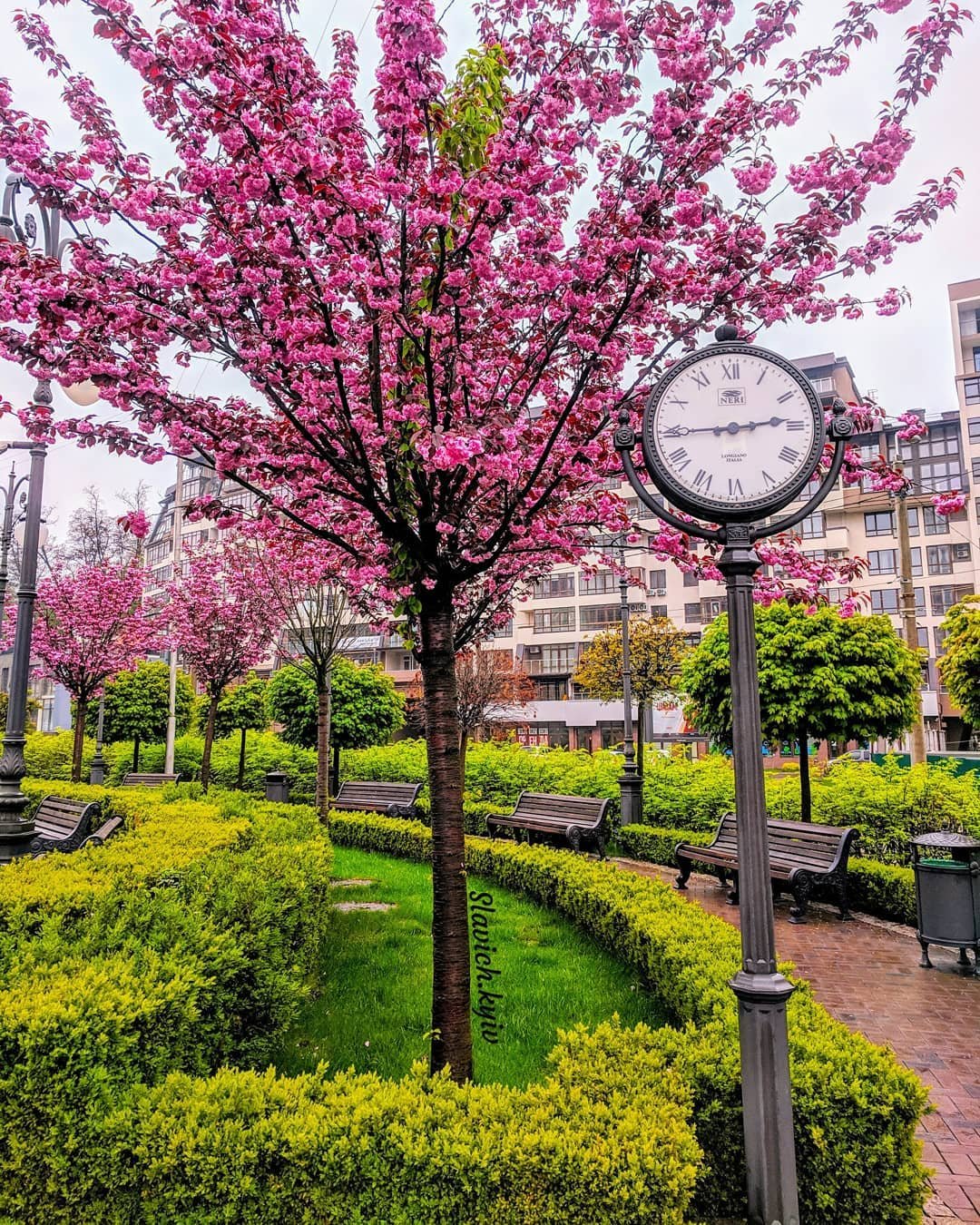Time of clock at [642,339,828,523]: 2:44
